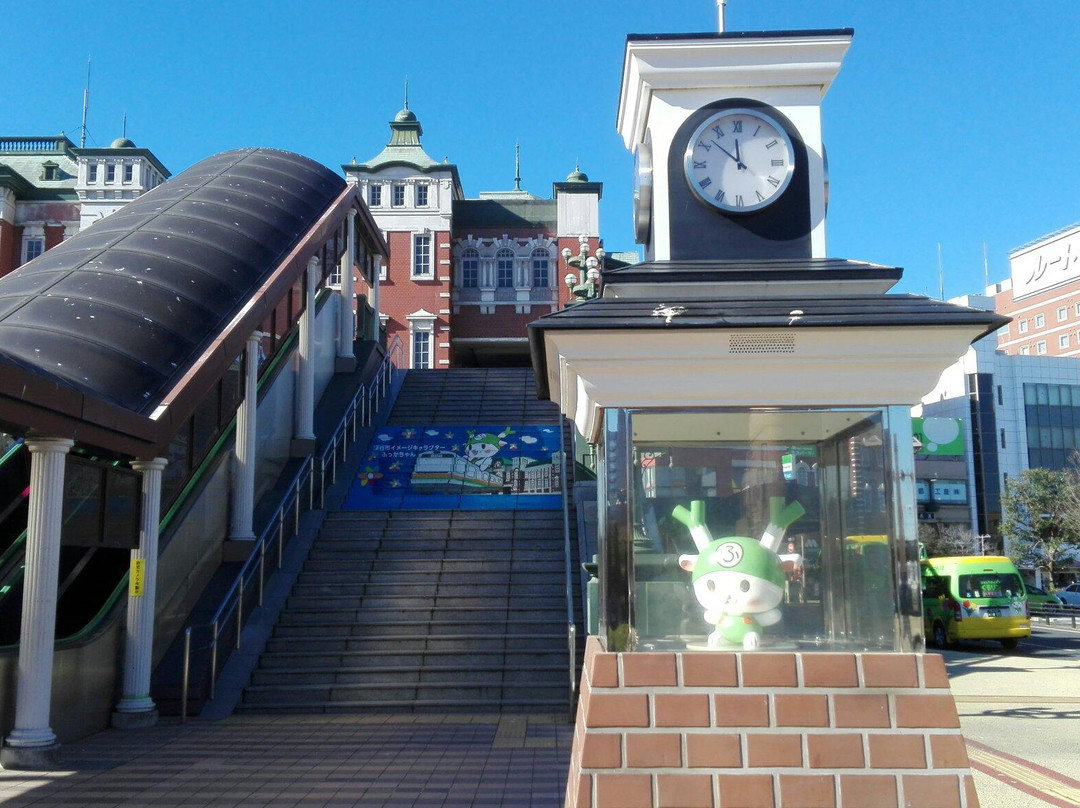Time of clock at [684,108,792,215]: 11:52
